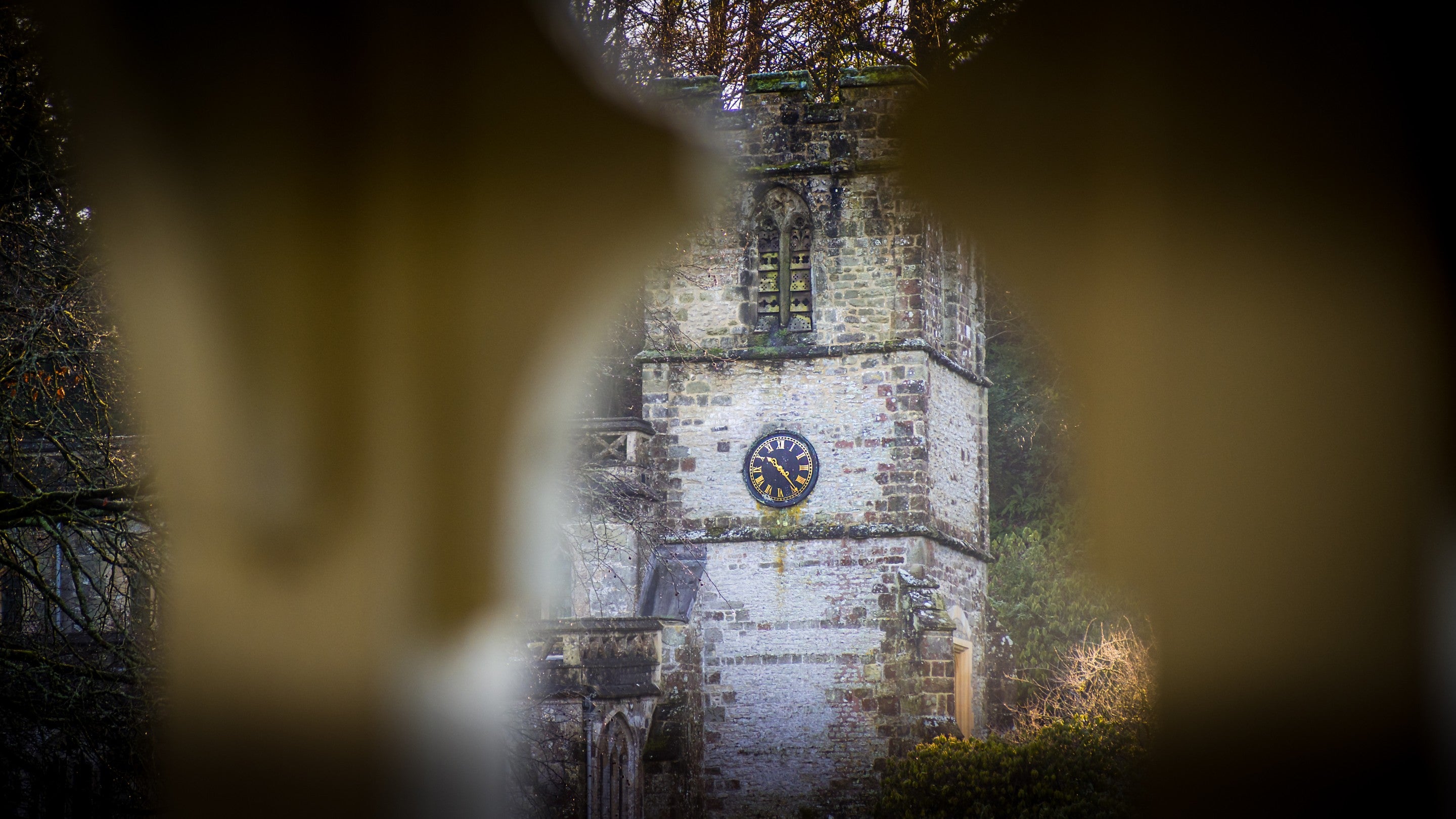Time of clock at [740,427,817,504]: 10:23
